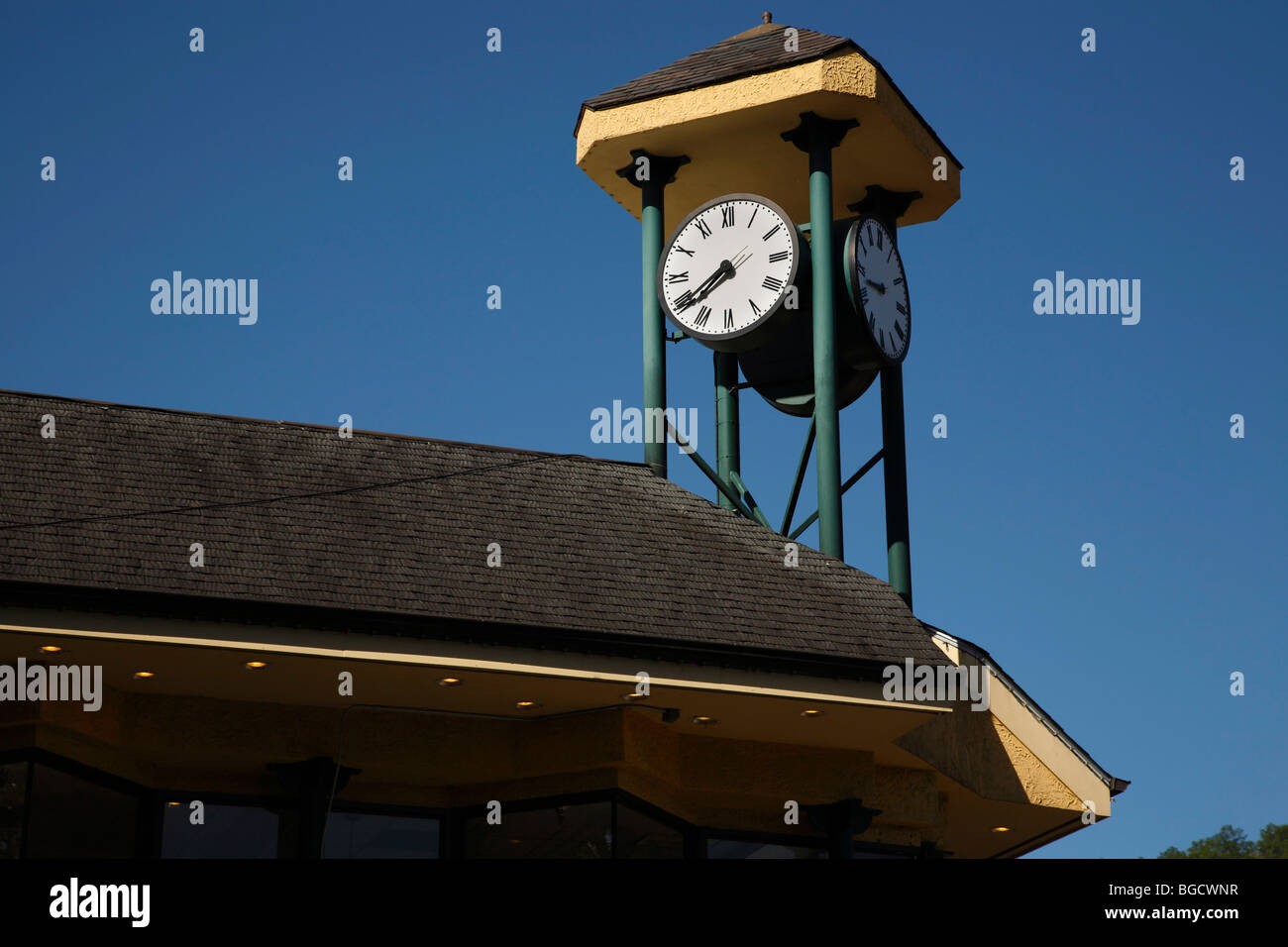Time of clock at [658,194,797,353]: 7:39
